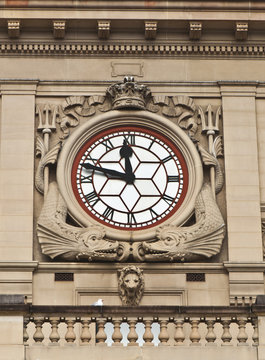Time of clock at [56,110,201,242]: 11:47
